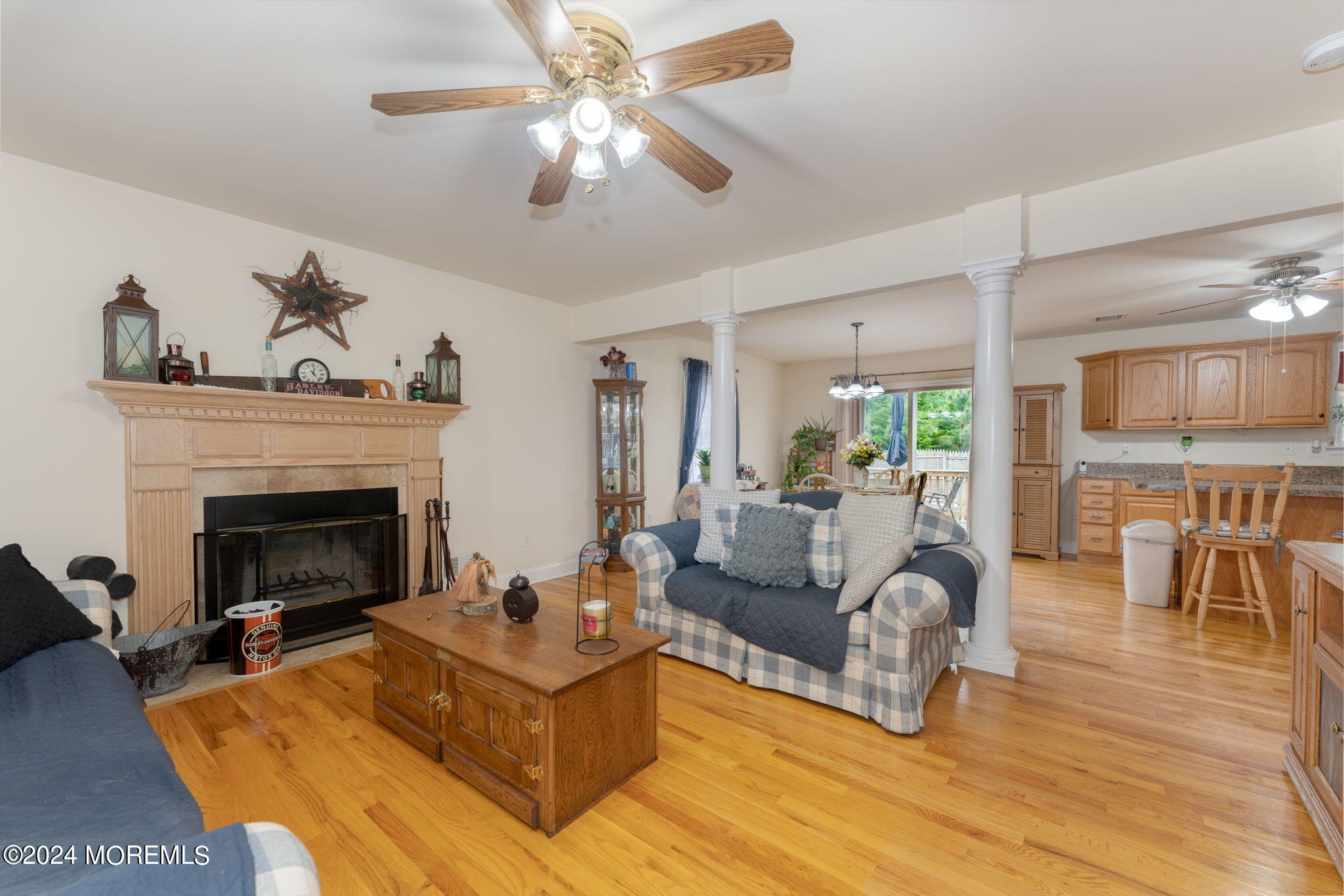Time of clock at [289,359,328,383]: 12:23
